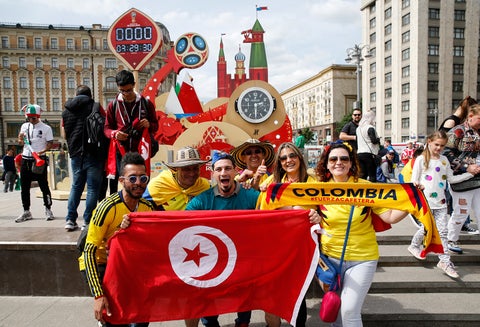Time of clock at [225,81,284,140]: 2:29
